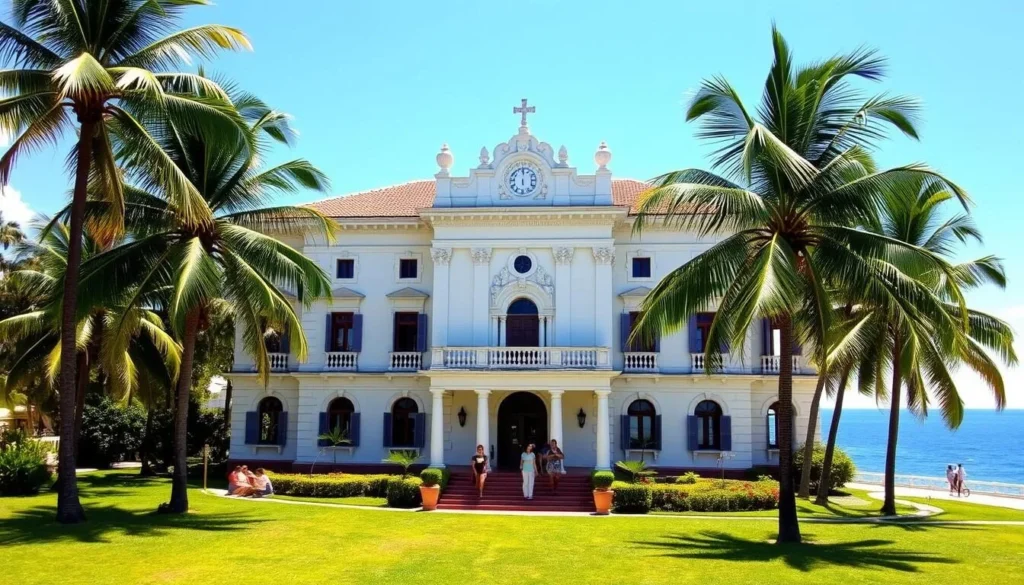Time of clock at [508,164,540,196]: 5:59
